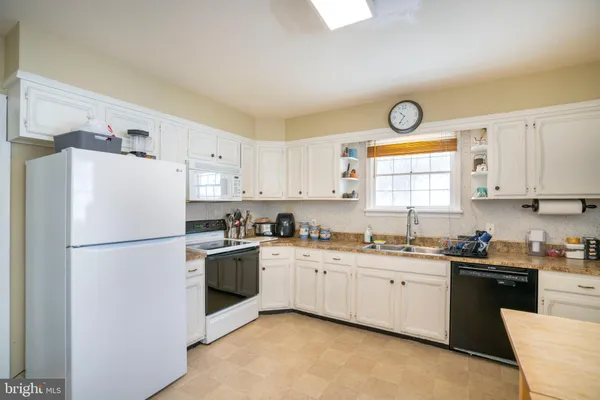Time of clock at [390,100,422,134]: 10:36
